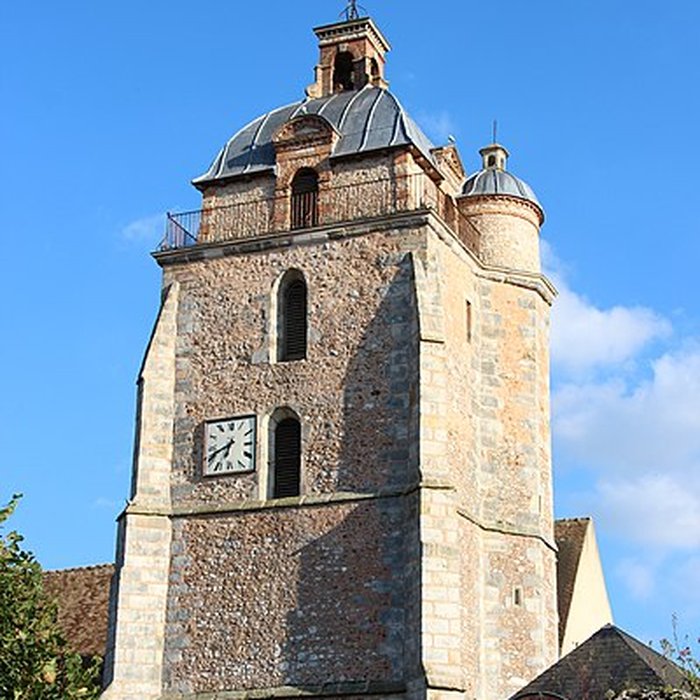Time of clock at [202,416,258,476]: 6:40
